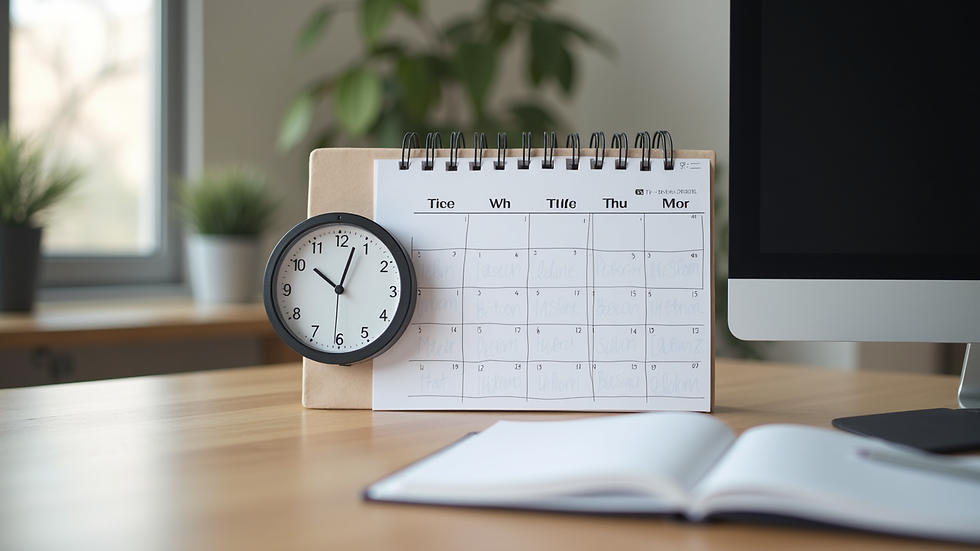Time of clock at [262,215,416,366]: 10:03
